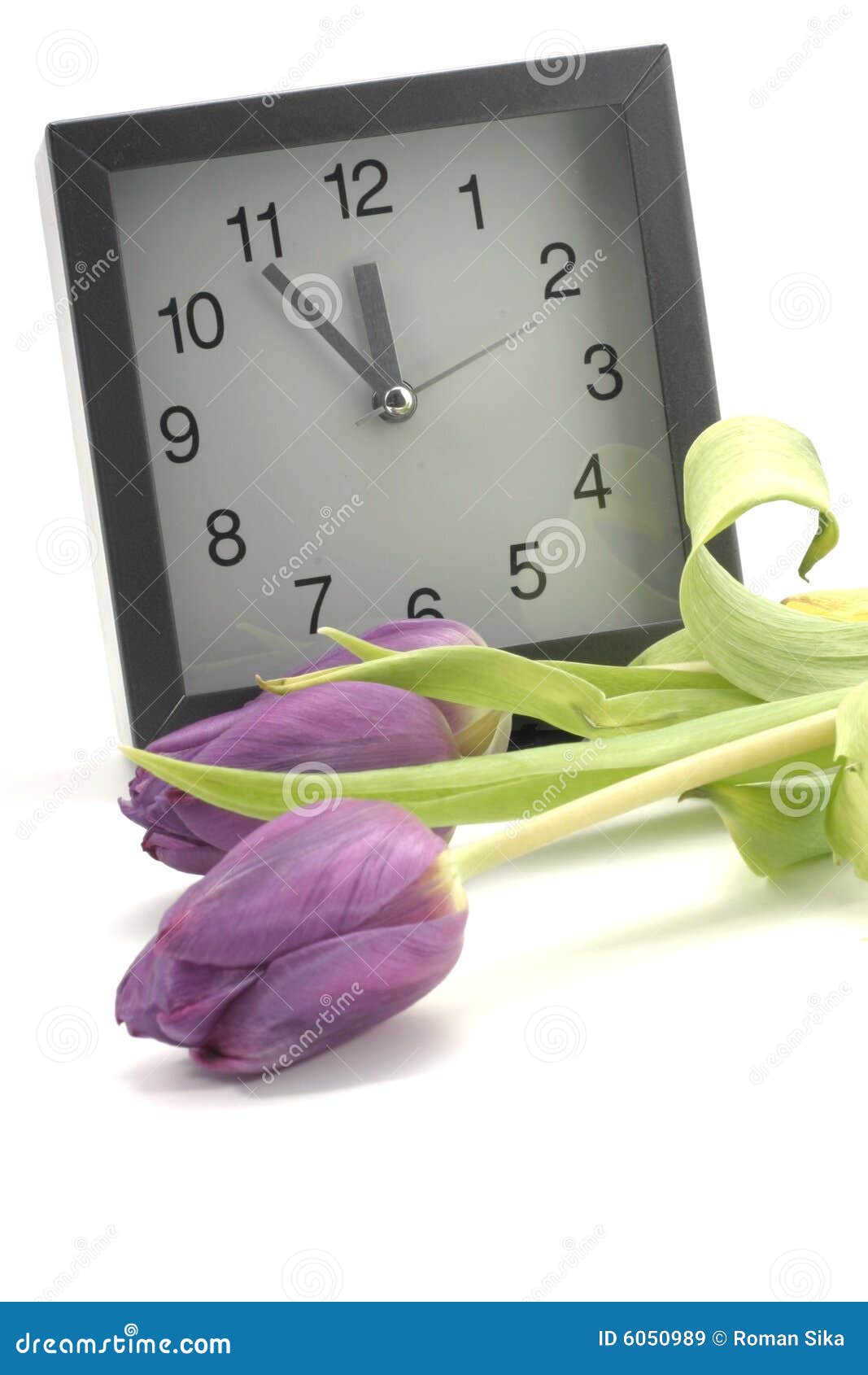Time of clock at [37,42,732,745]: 11:54
